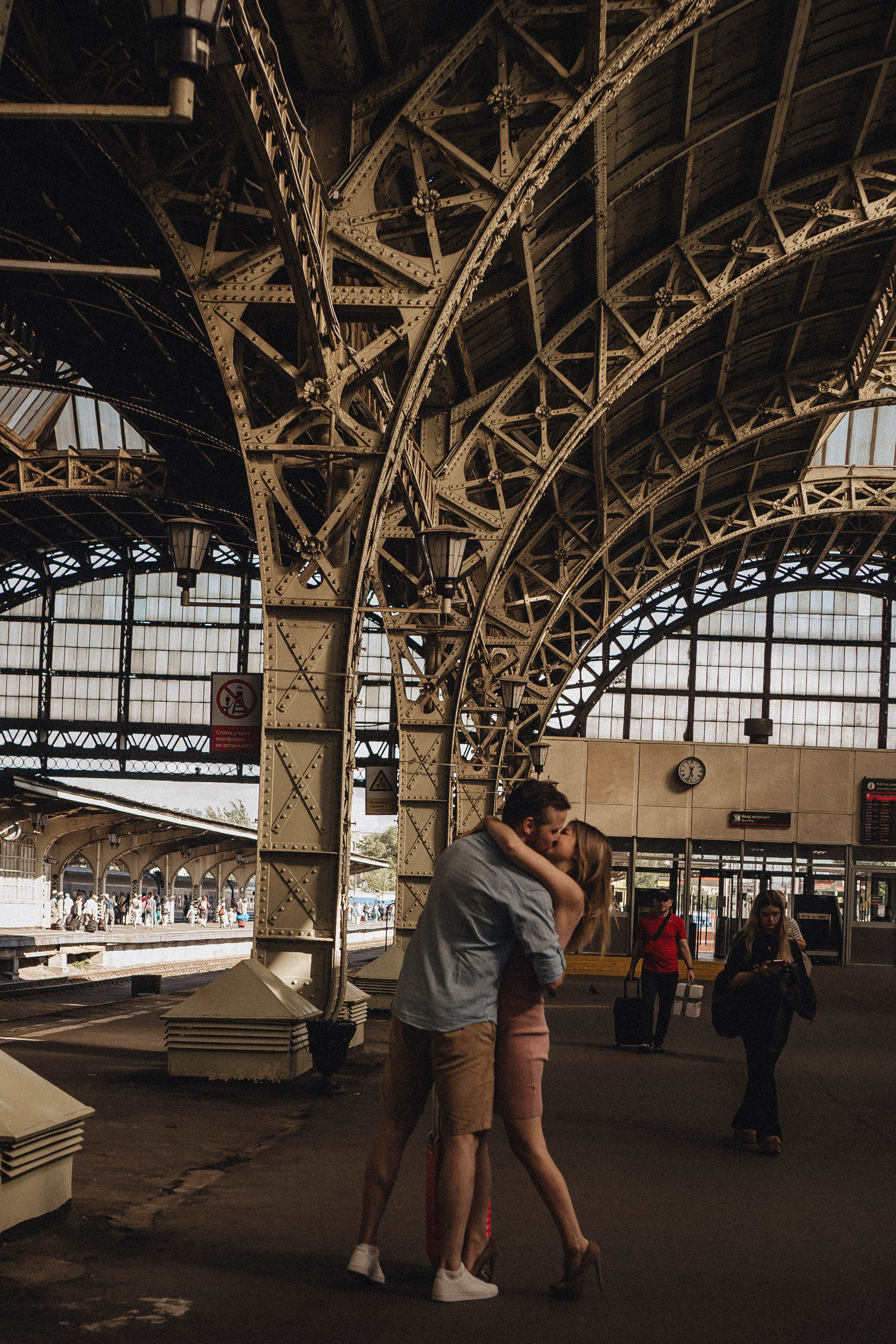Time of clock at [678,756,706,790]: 5:33
